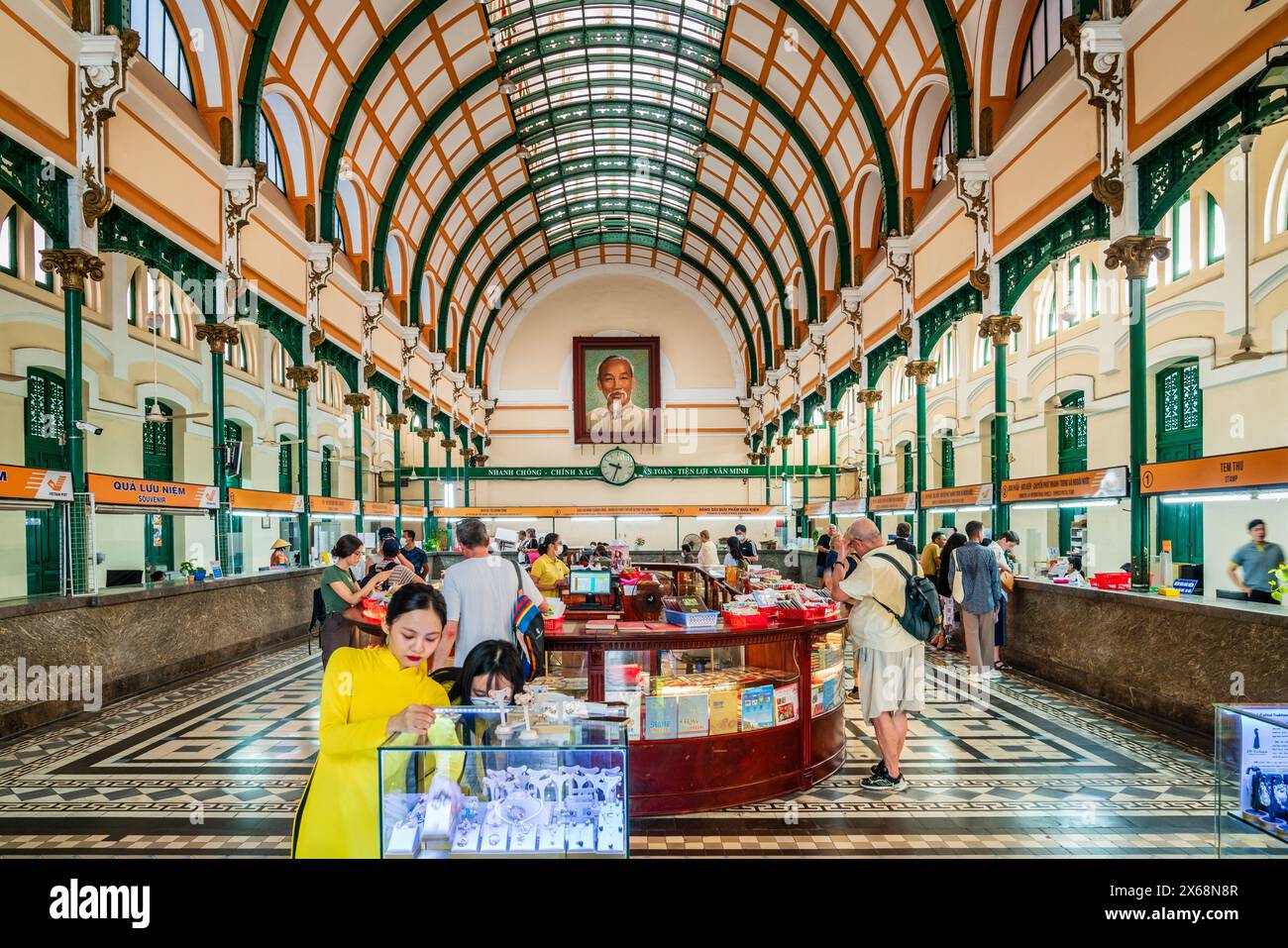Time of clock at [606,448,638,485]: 9:33
